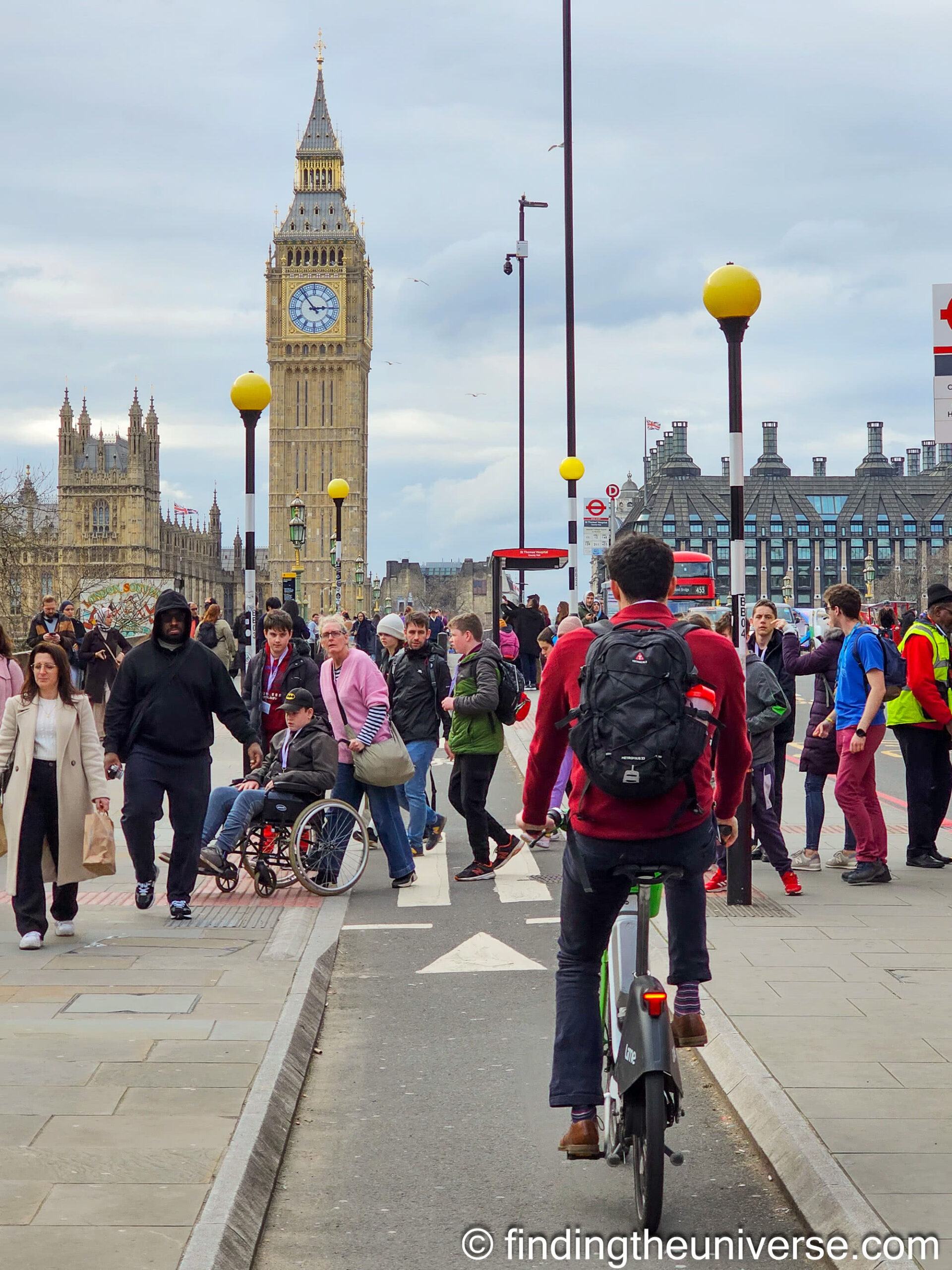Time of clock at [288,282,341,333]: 2:53
